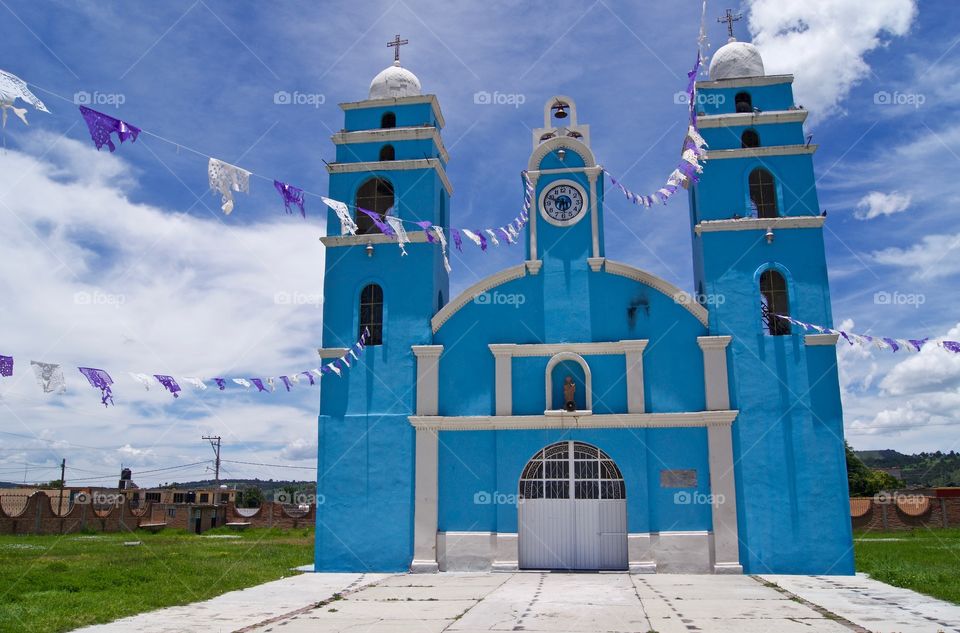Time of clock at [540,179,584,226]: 5:48
